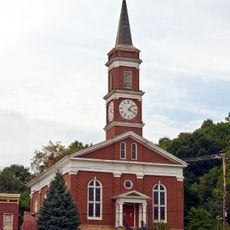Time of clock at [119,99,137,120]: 4:07
